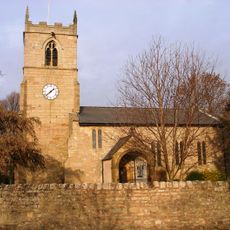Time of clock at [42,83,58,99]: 1:38
